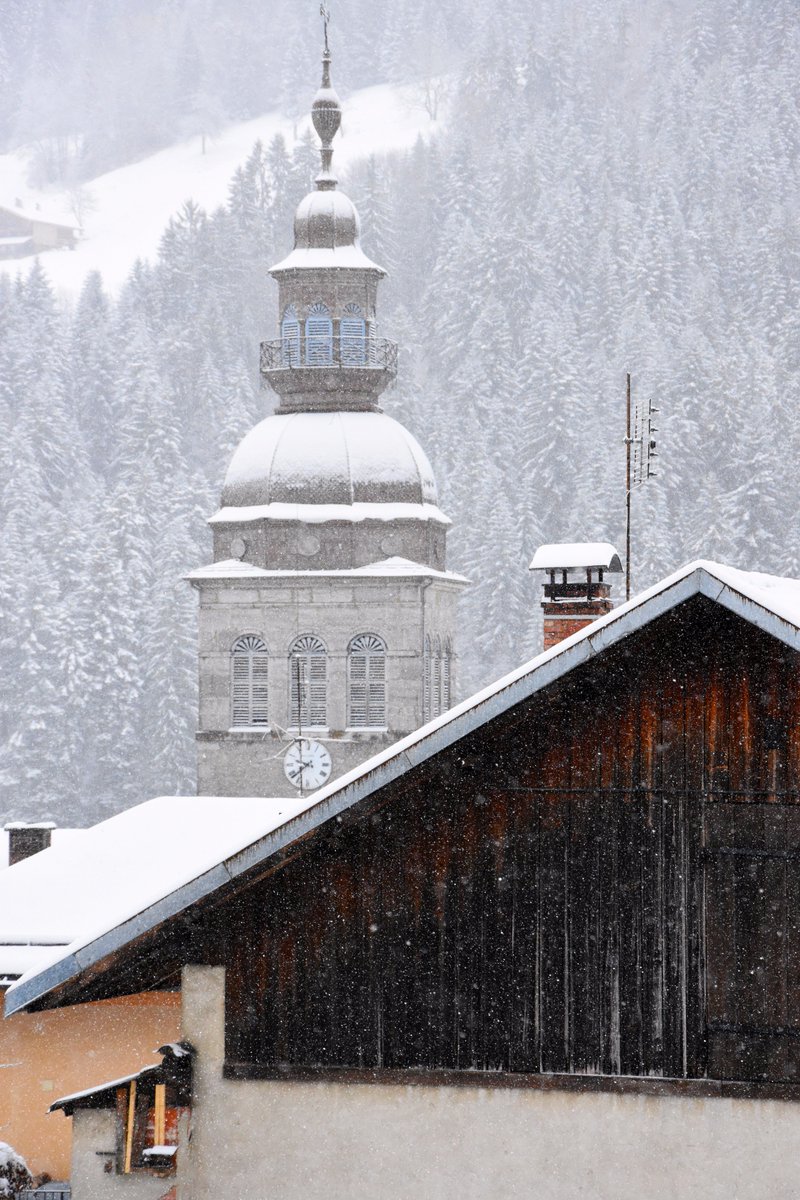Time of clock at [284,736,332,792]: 9:38
